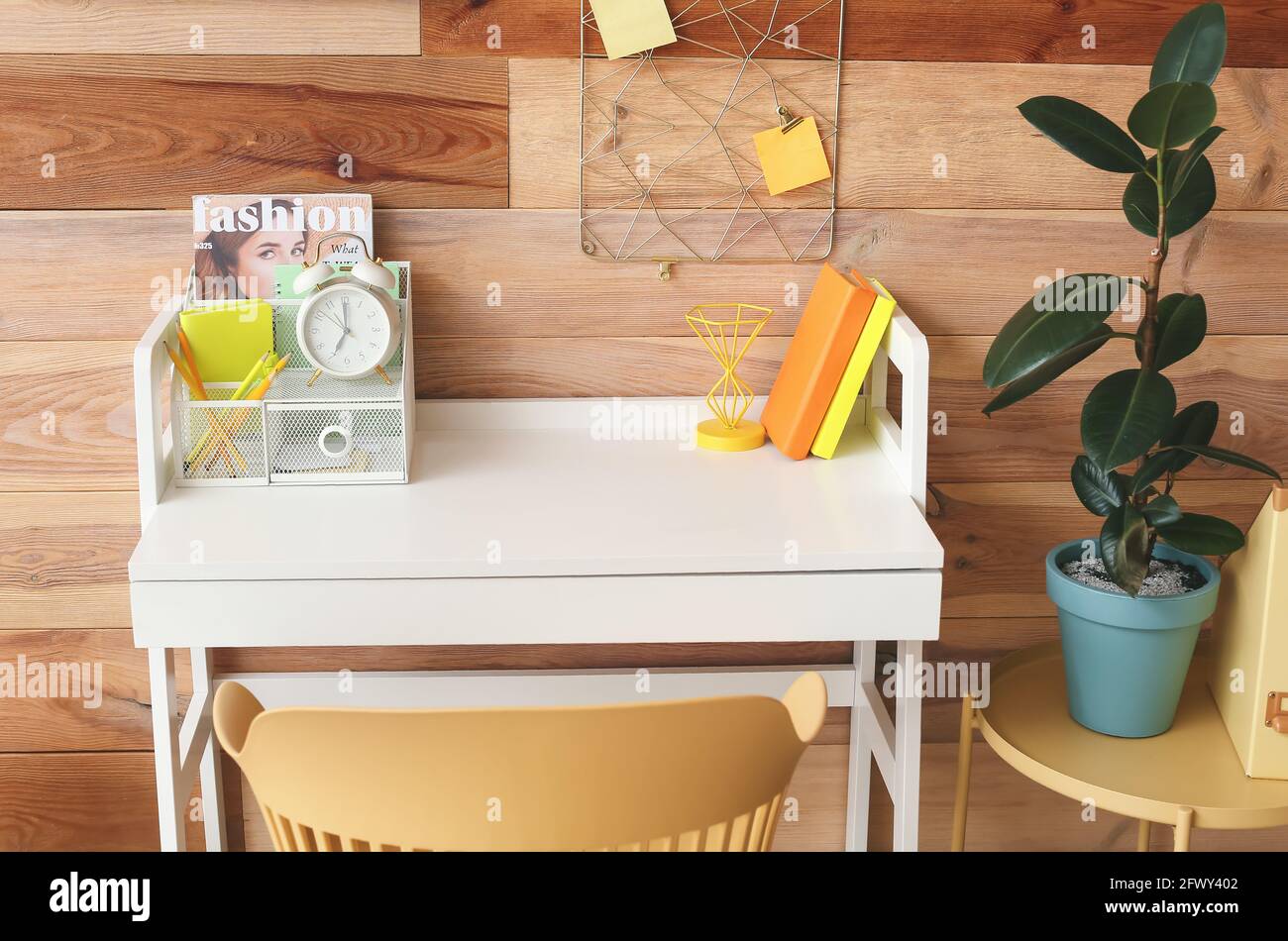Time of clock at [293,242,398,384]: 6:59
